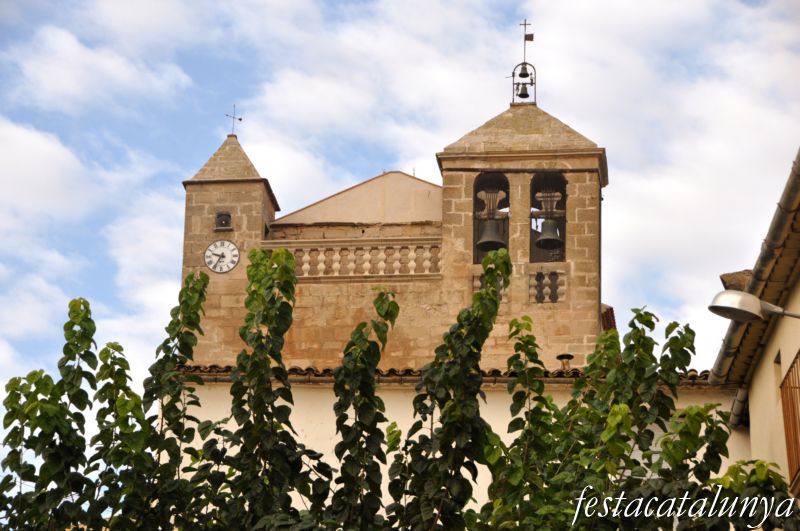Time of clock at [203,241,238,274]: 9:35
